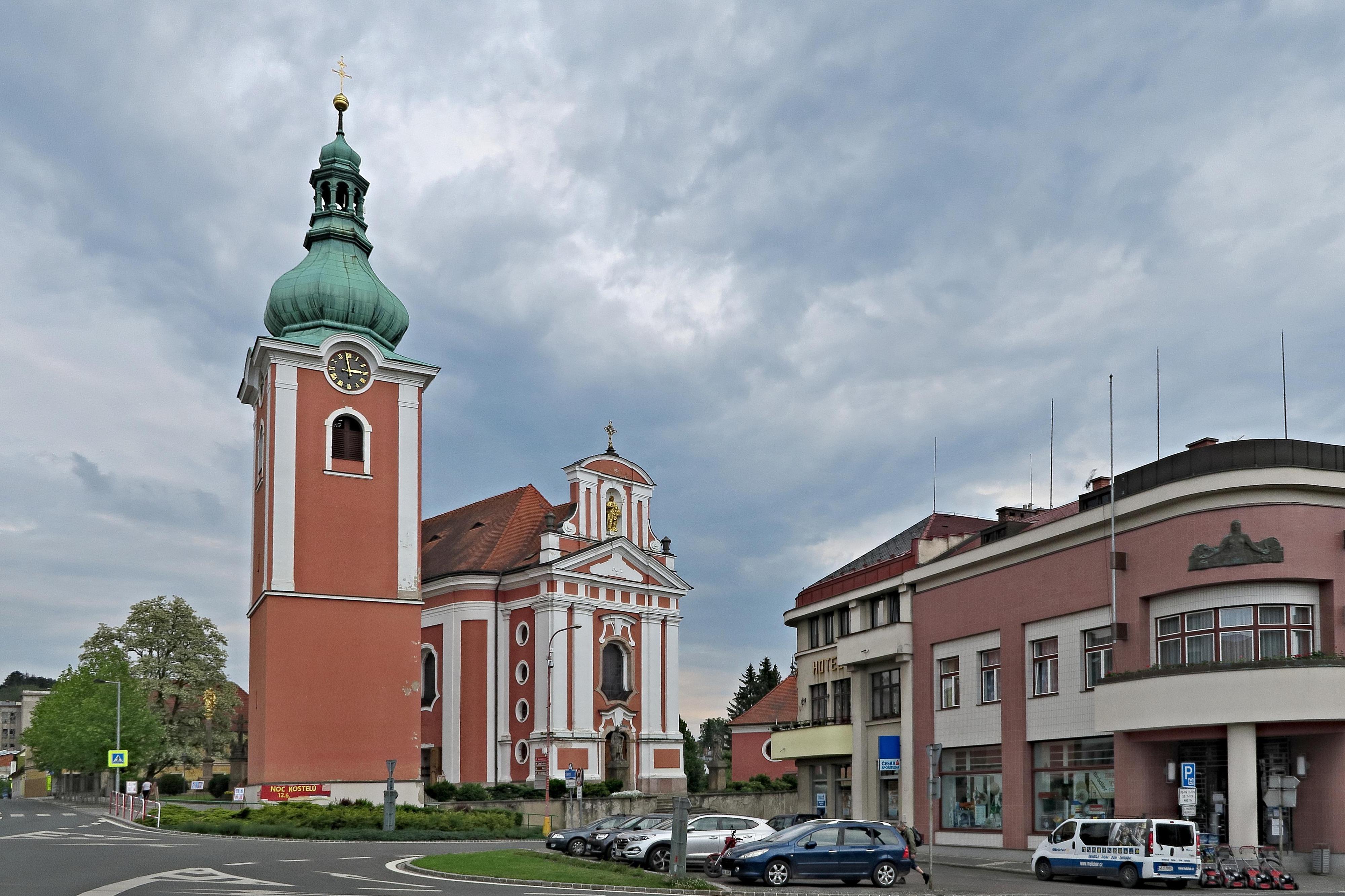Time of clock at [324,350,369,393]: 2:58
